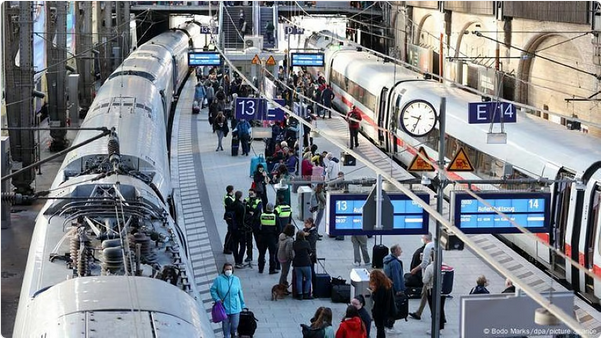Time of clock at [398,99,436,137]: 9:34
